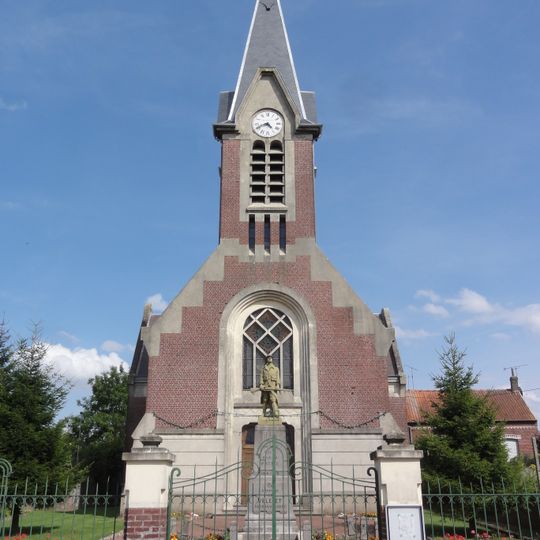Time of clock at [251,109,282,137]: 4:41
